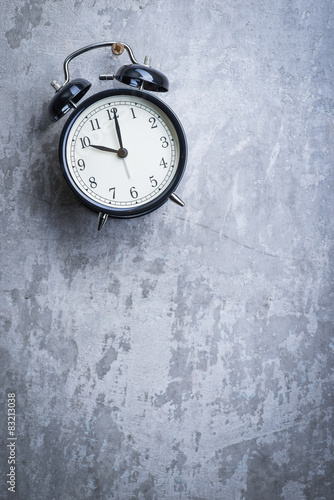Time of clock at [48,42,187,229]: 10:00
